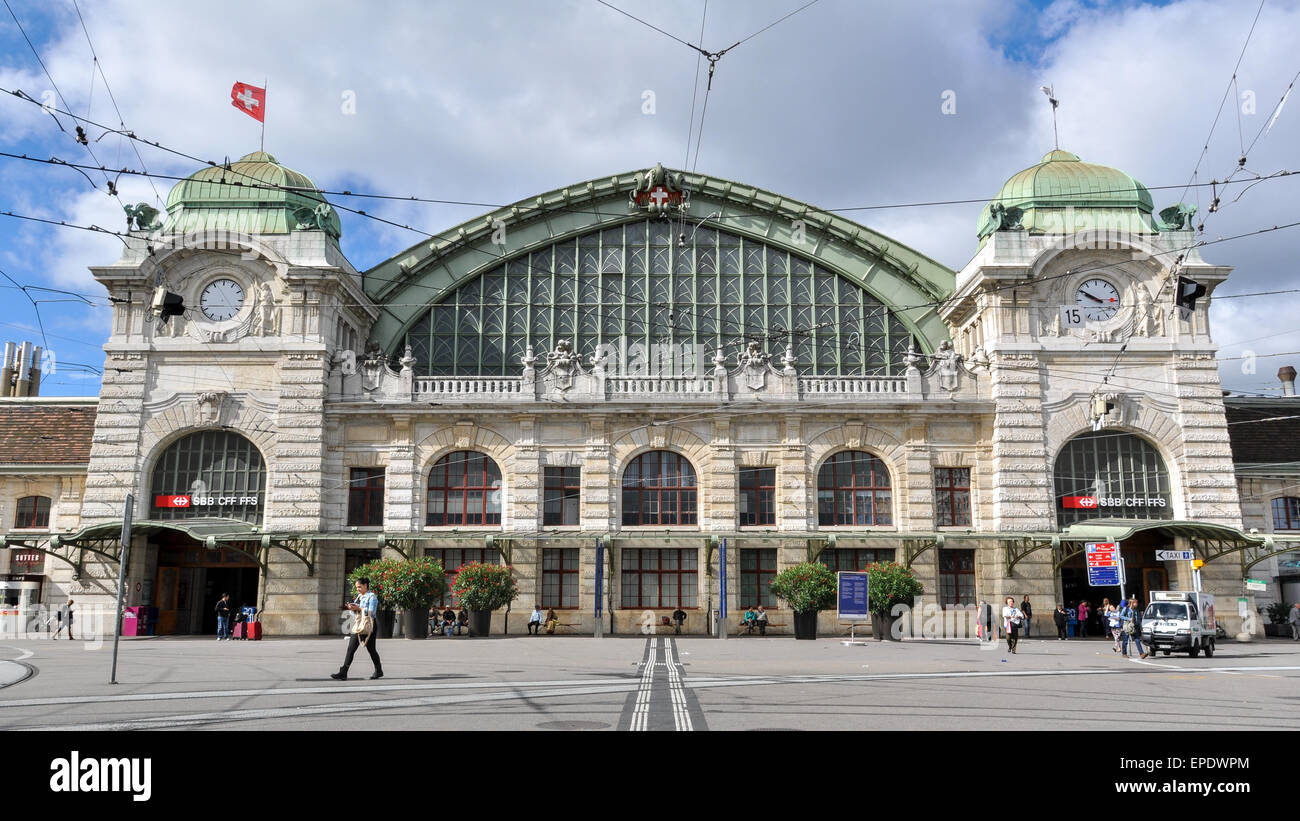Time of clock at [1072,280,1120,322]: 9:50
